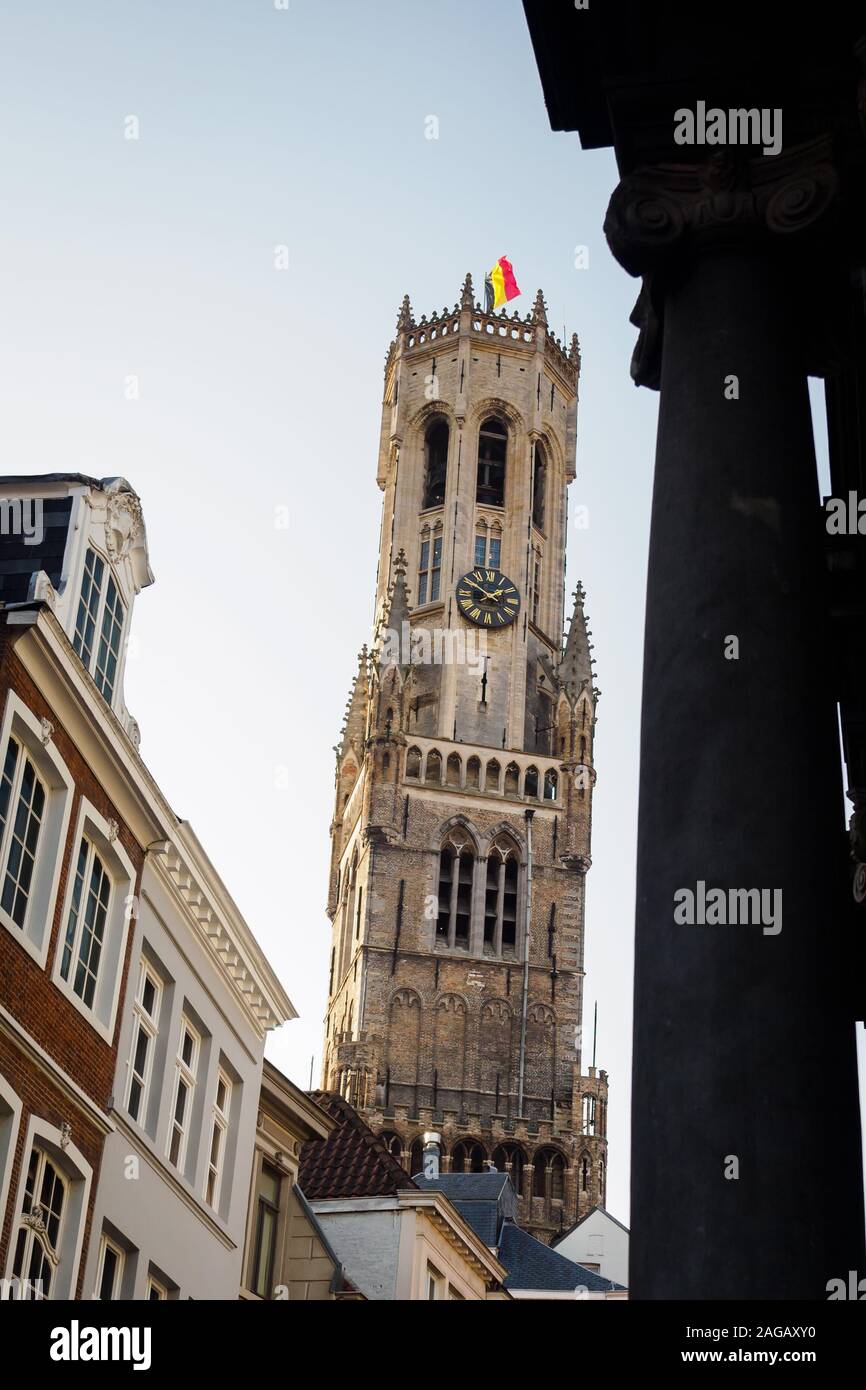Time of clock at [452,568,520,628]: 1:50
